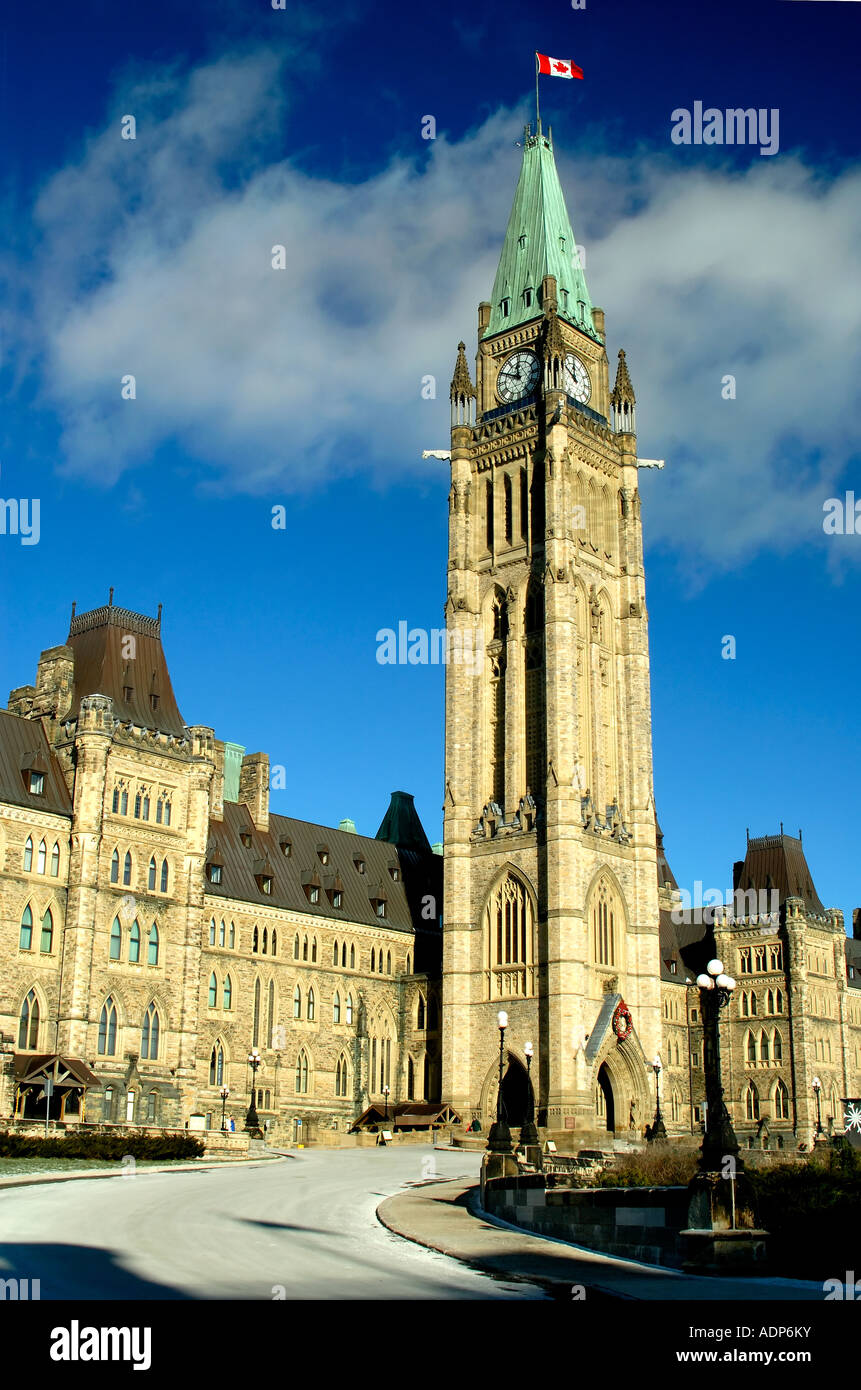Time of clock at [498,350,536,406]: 11:49
